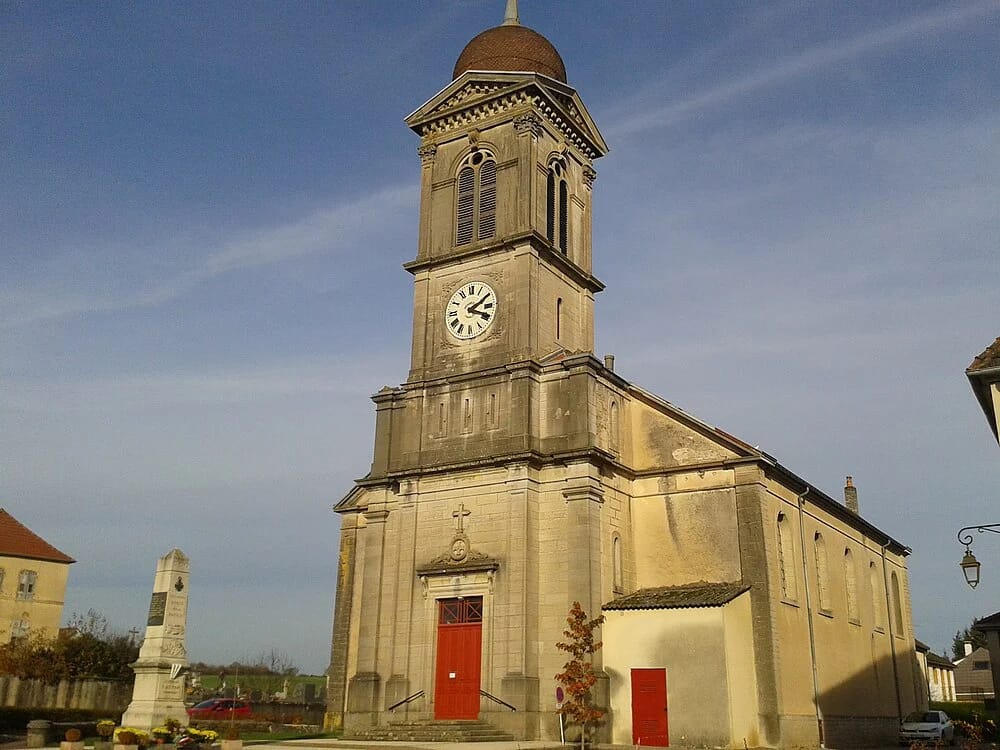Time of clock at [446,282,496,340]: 2:18
